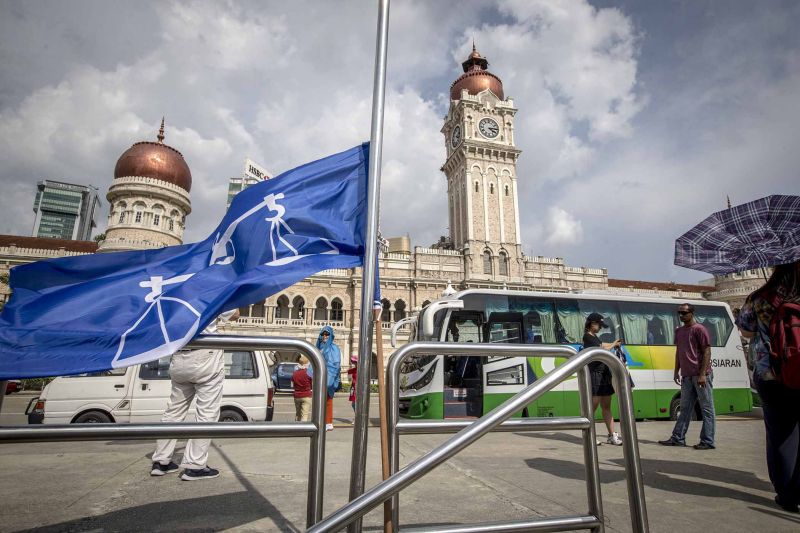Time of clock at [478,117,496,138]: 4:14
